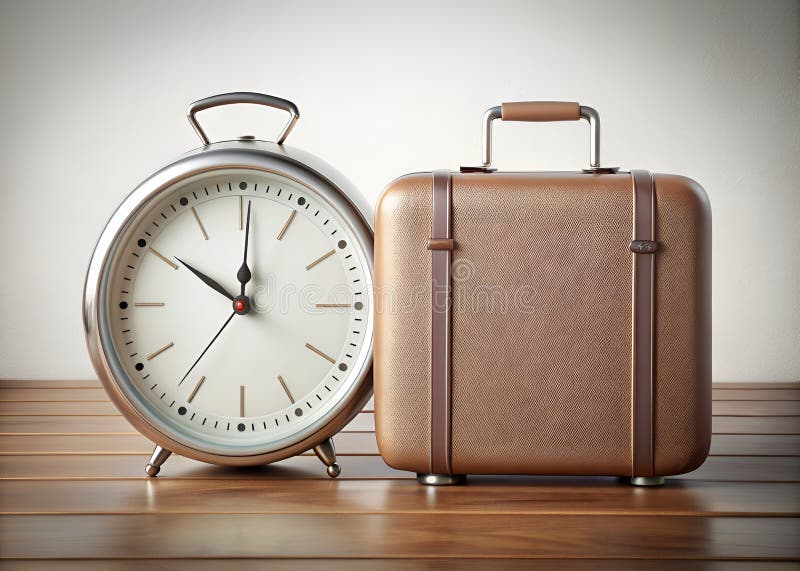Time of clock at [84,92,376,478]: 10:00
